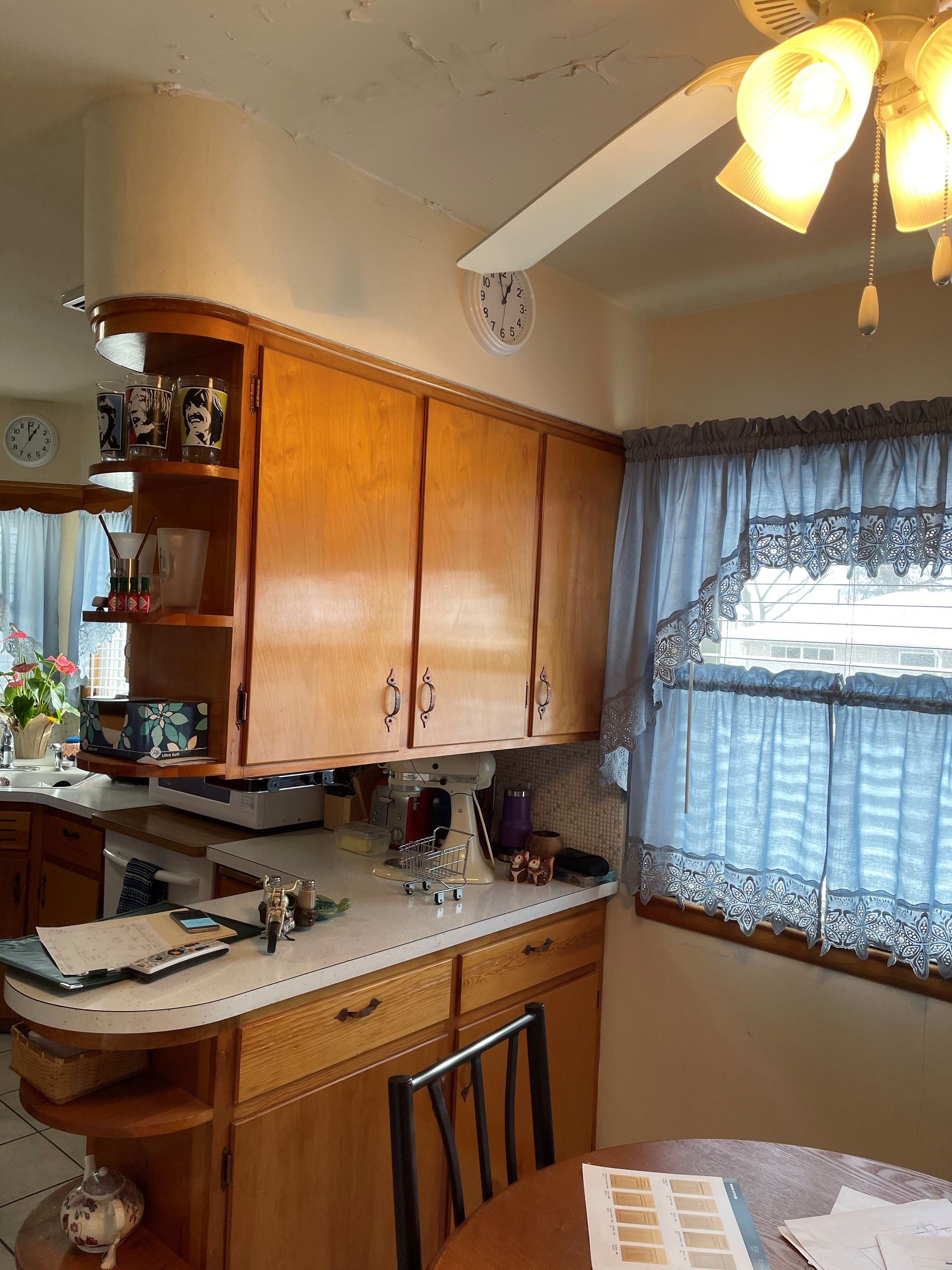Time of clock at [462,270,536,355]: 12:58
